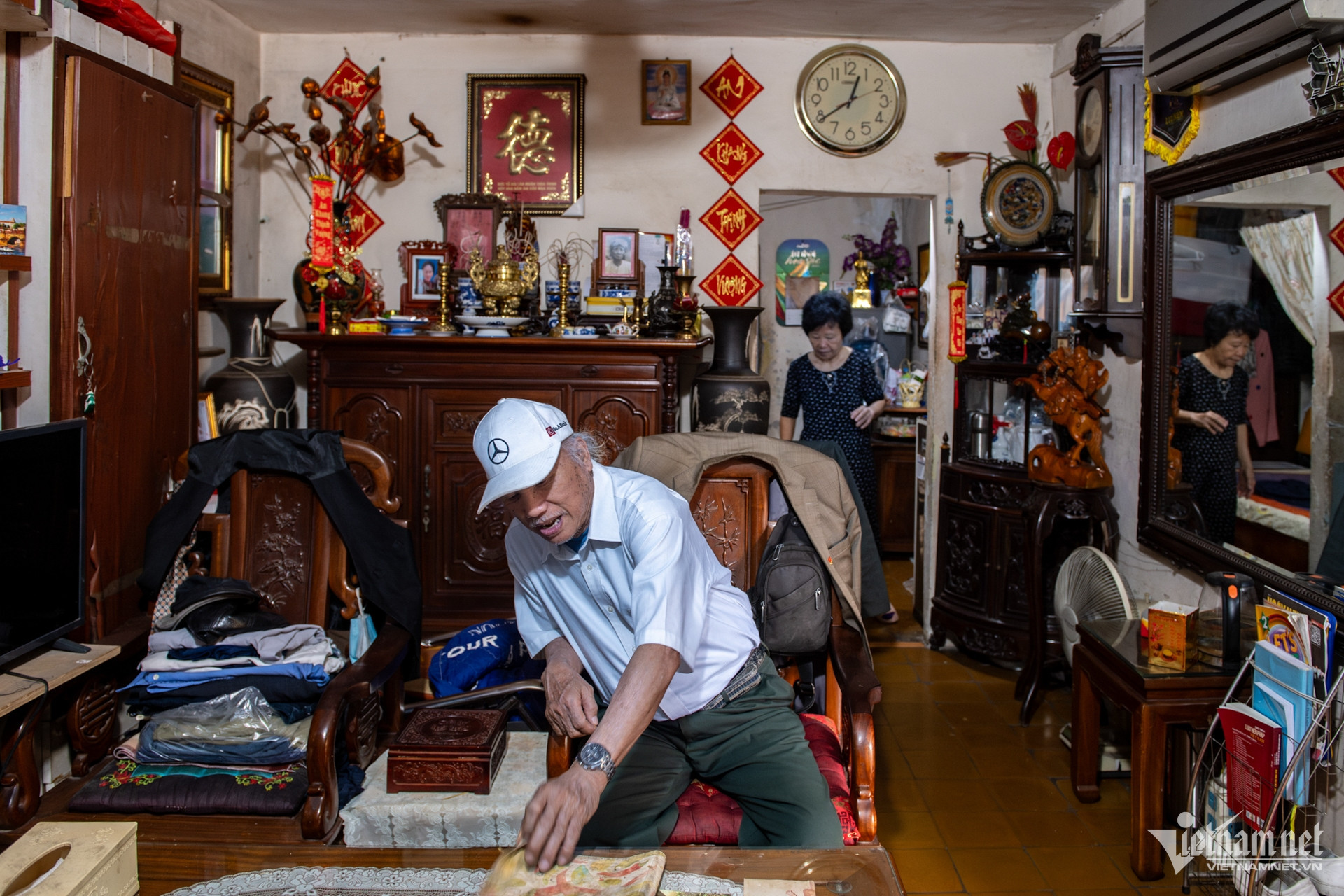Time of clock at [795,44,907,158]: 12:39
